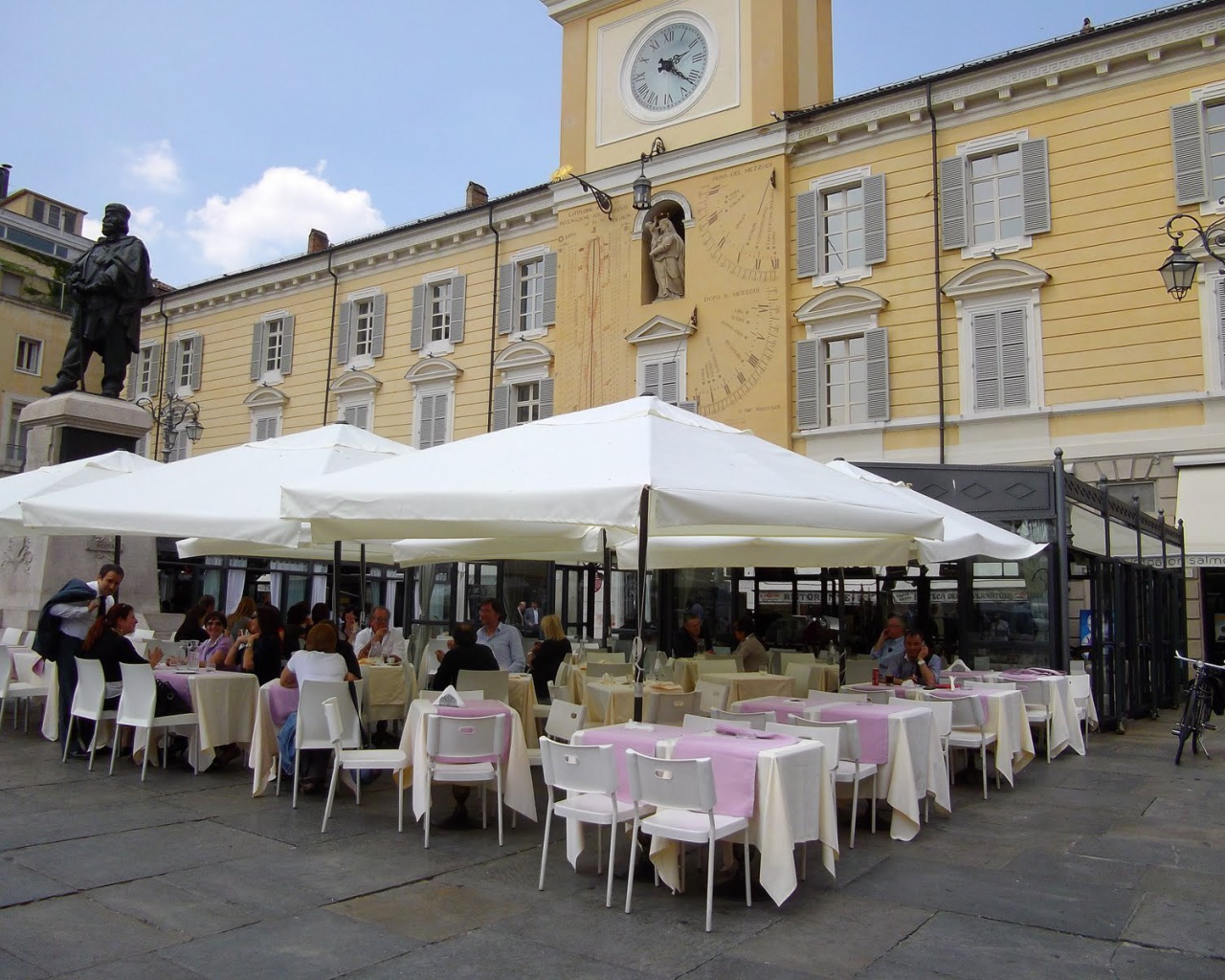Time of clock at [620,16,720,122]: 2:21
